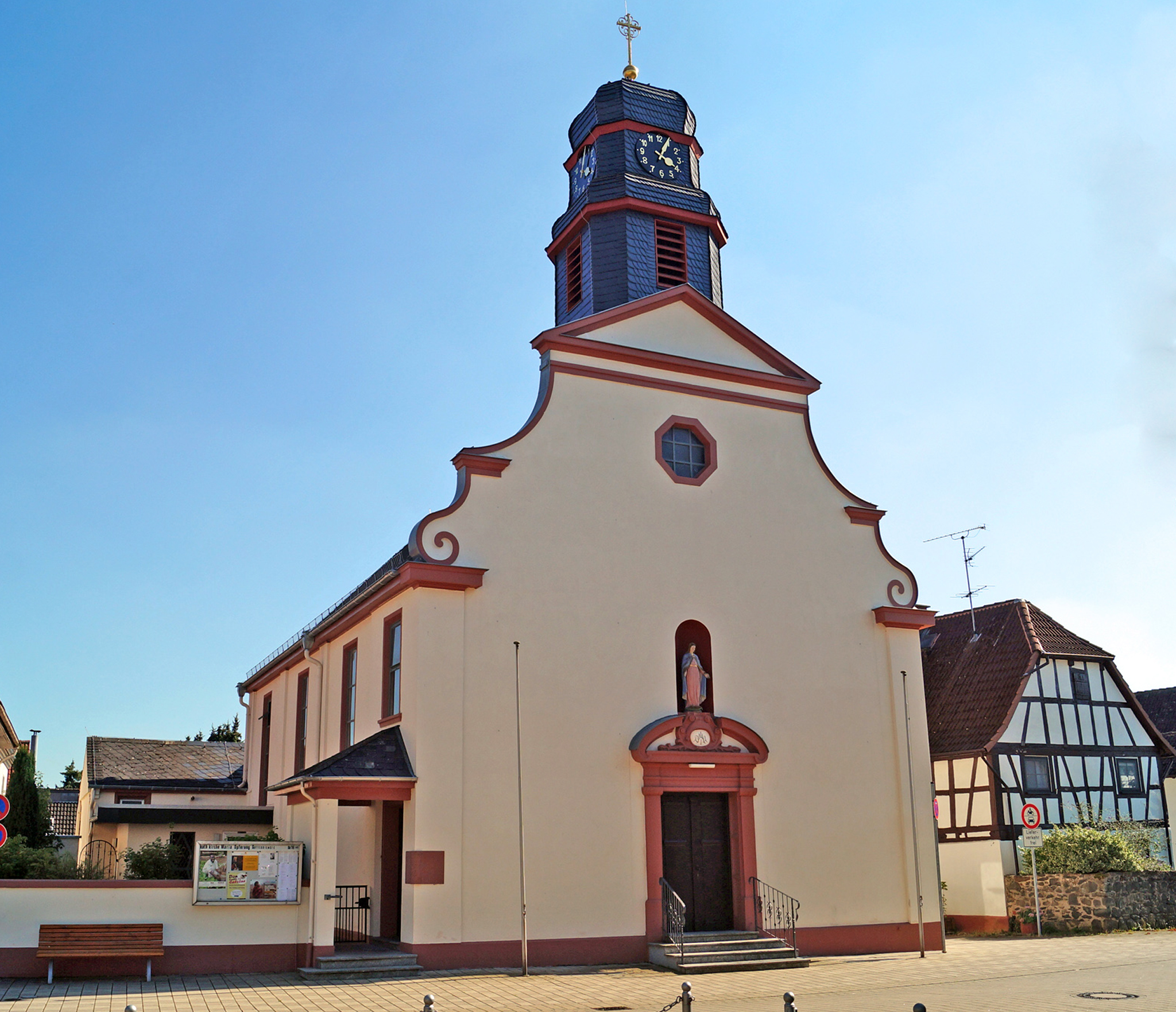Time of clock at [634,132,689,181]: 4:04
